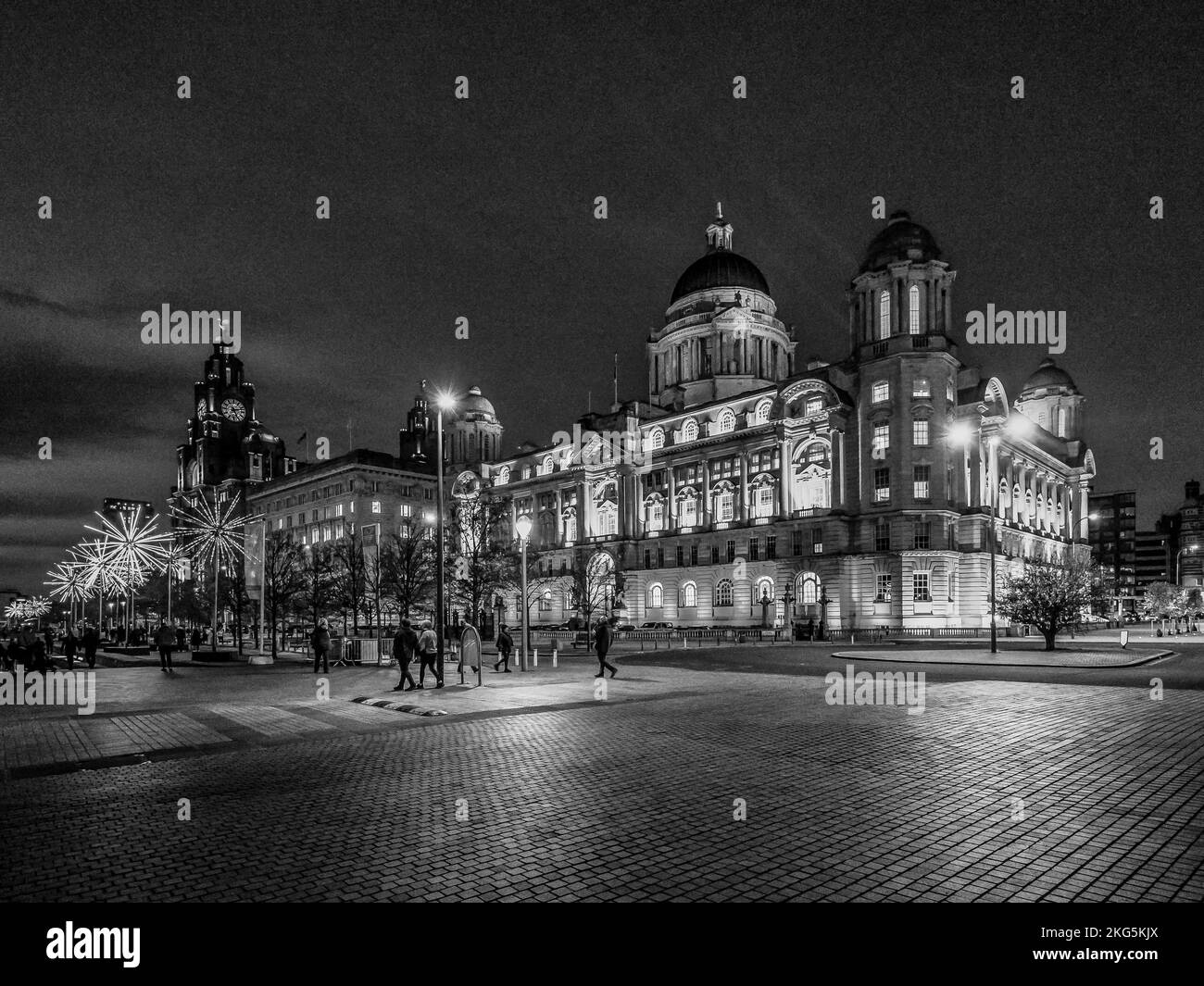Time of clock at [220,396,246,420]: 5:12
